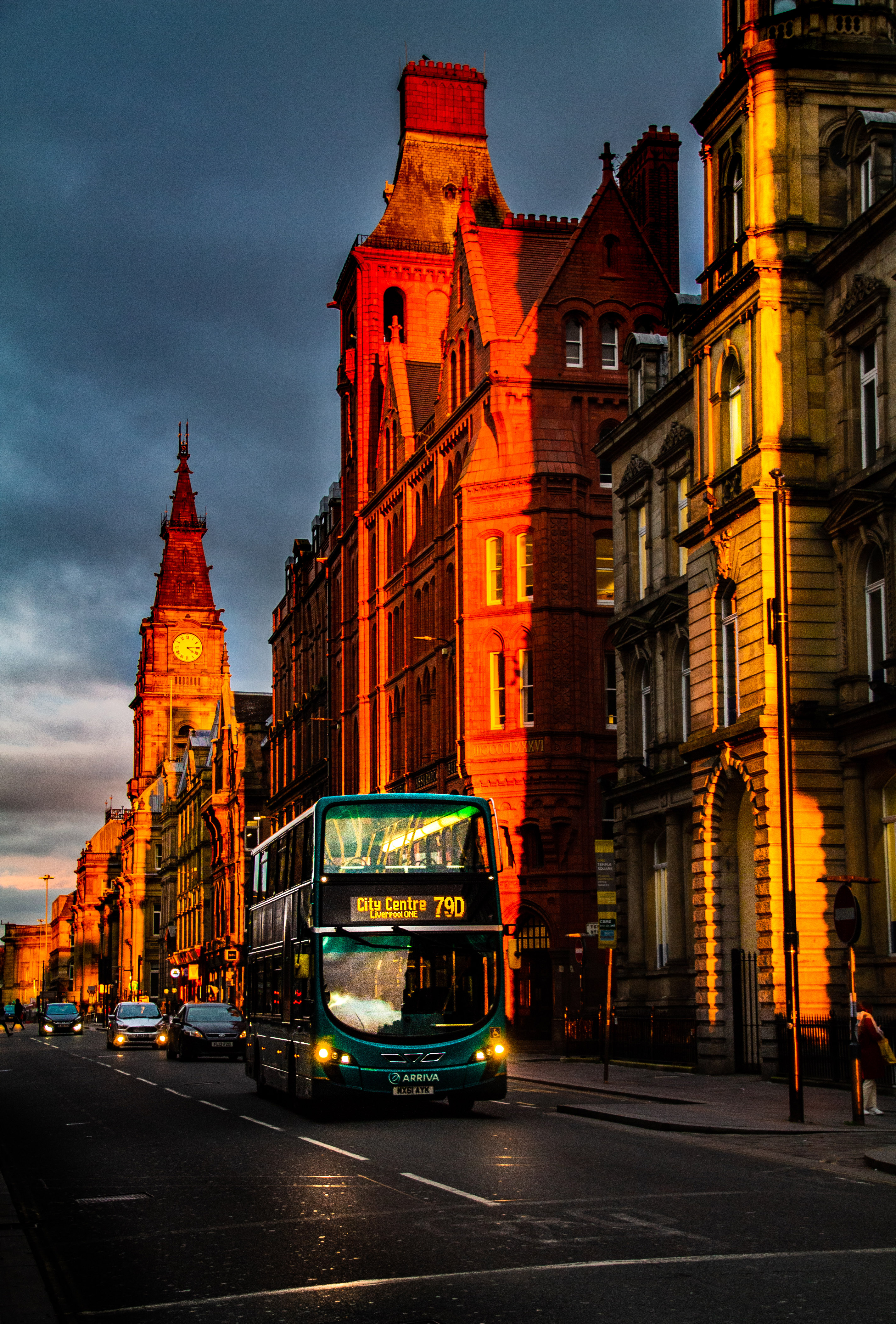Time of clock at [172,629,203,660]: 4:14
